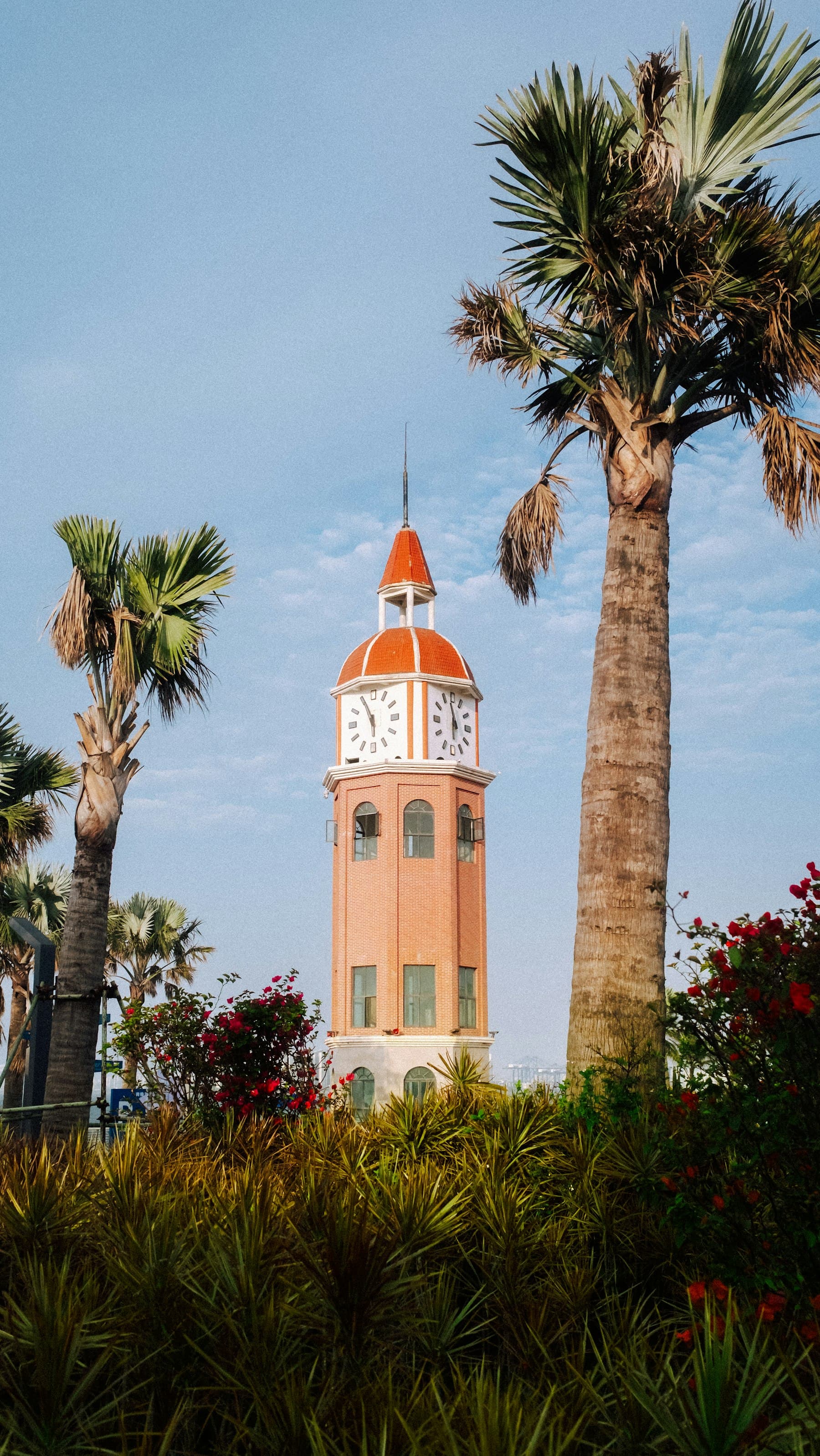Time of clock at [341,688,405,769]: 5:55
